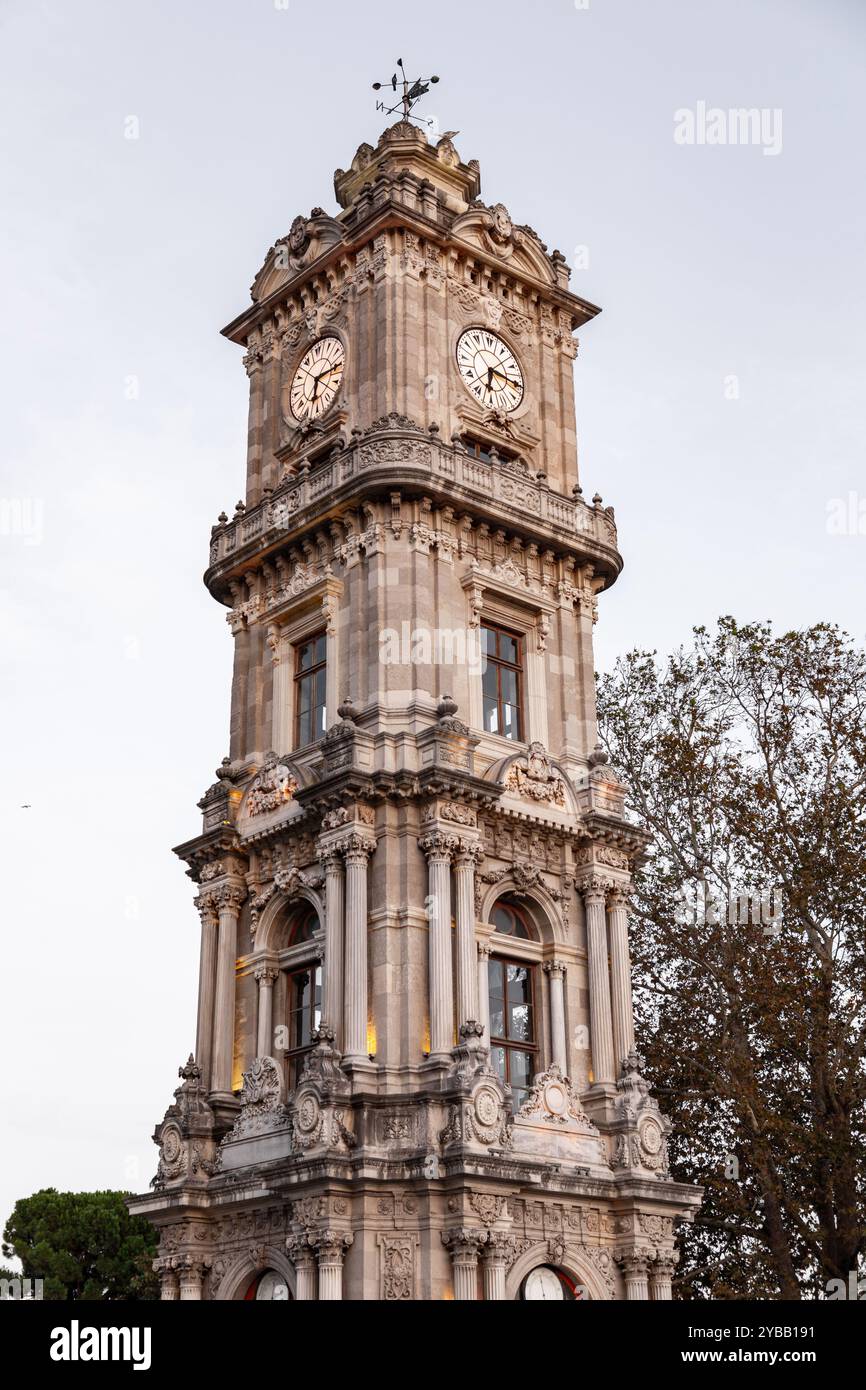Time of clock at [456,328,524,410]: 6:15
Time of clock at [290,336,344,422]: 6:15
